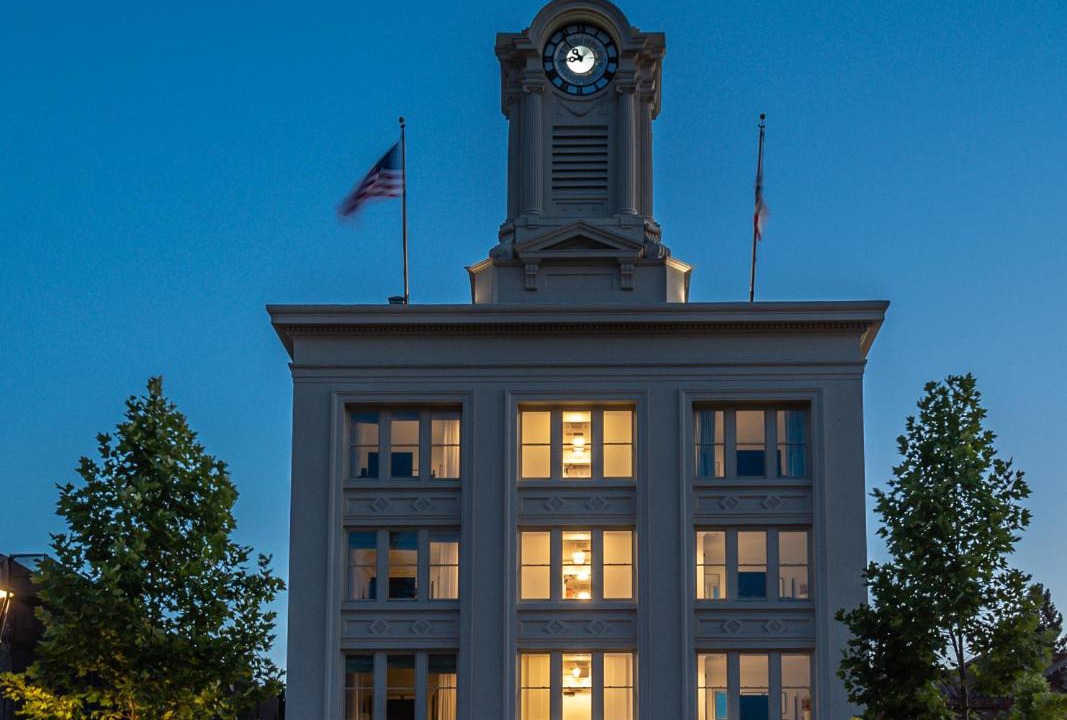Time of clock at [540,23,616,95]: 8:53
